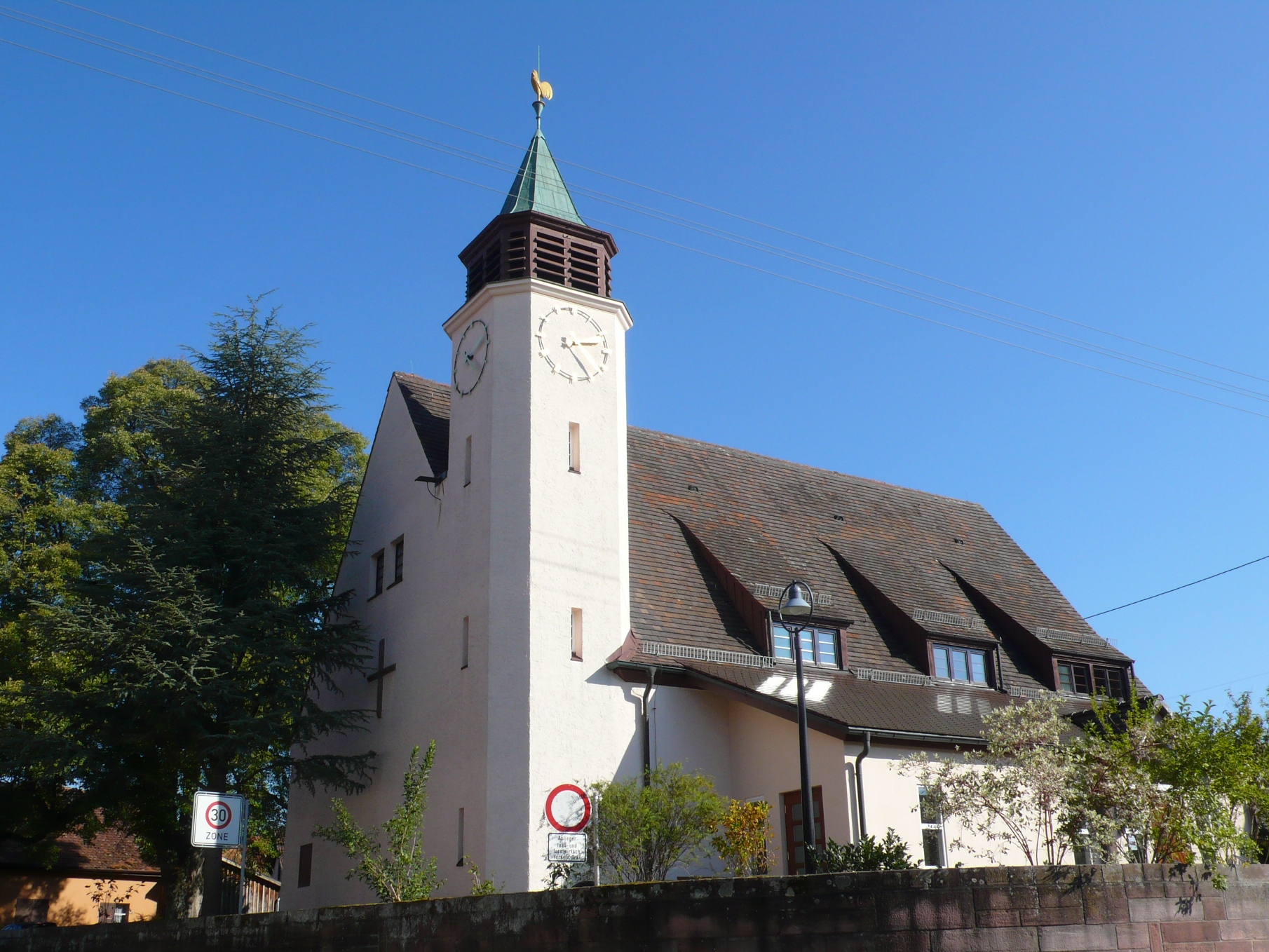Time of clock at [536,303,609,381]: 2:24
